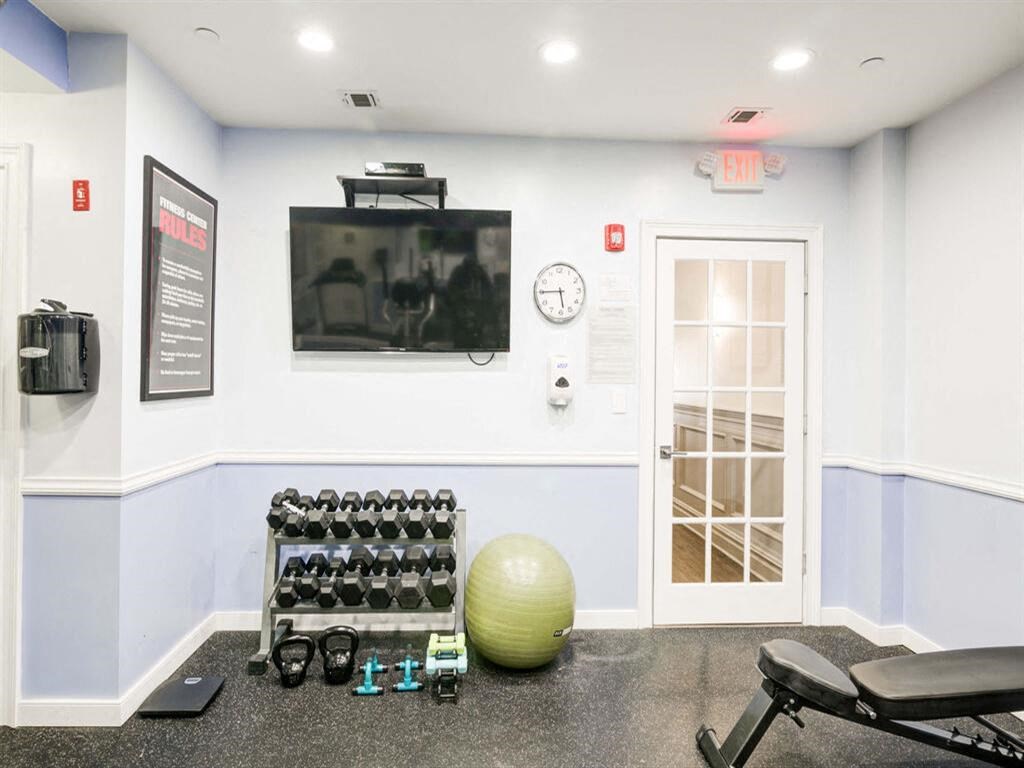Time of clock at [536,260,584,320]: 5:45
